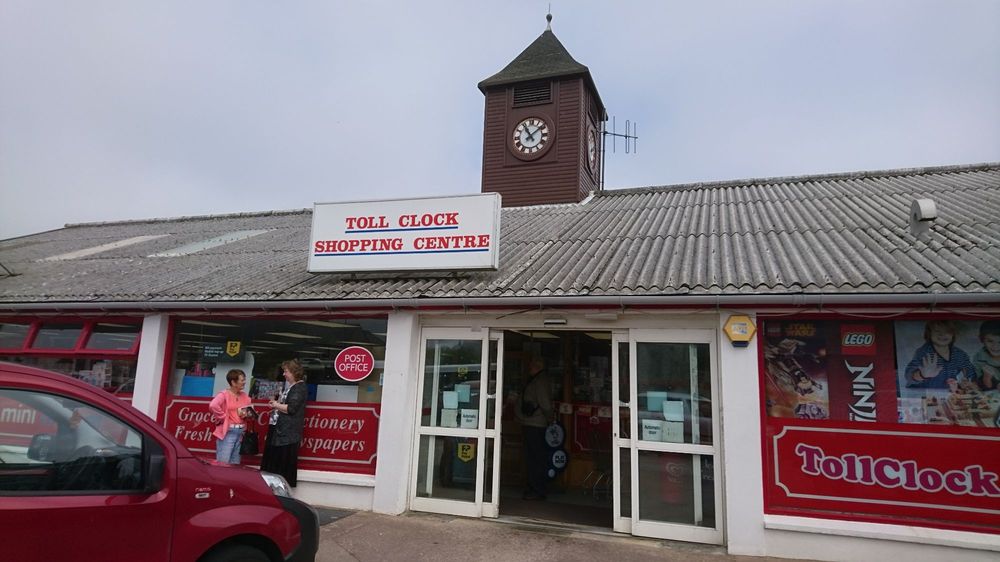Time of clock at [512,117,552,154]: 11:08
